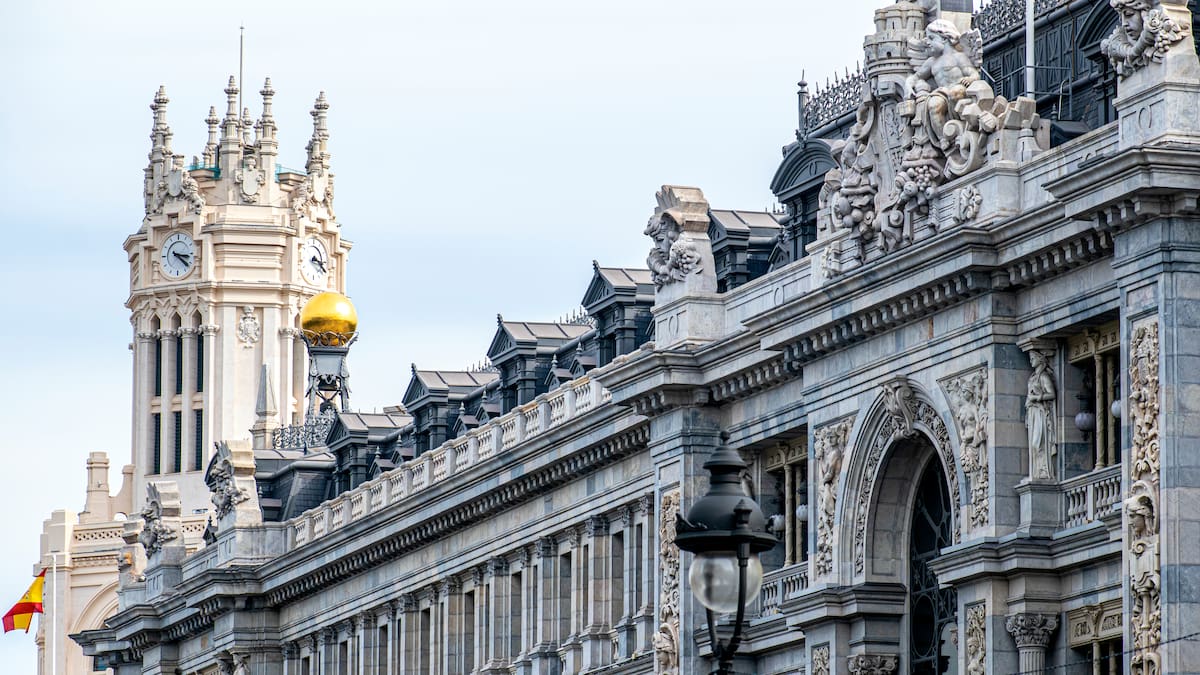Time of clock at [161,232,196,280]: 3:21
